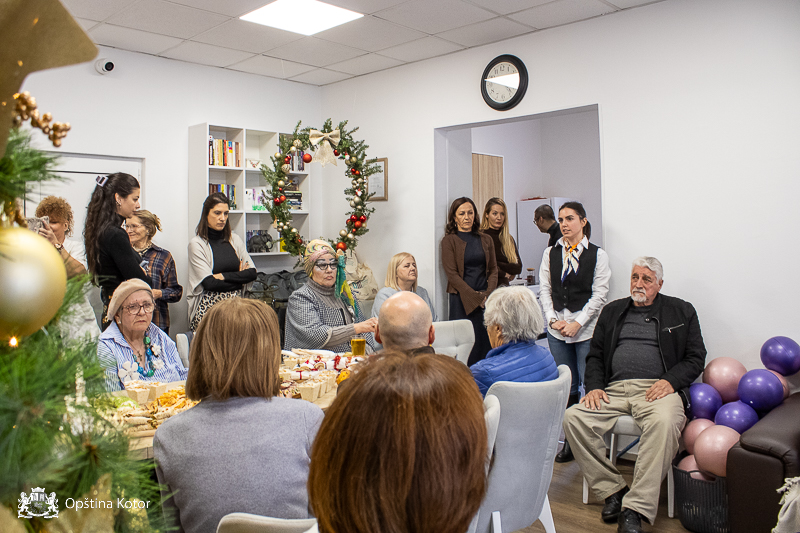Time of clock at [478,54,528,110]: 3:47
